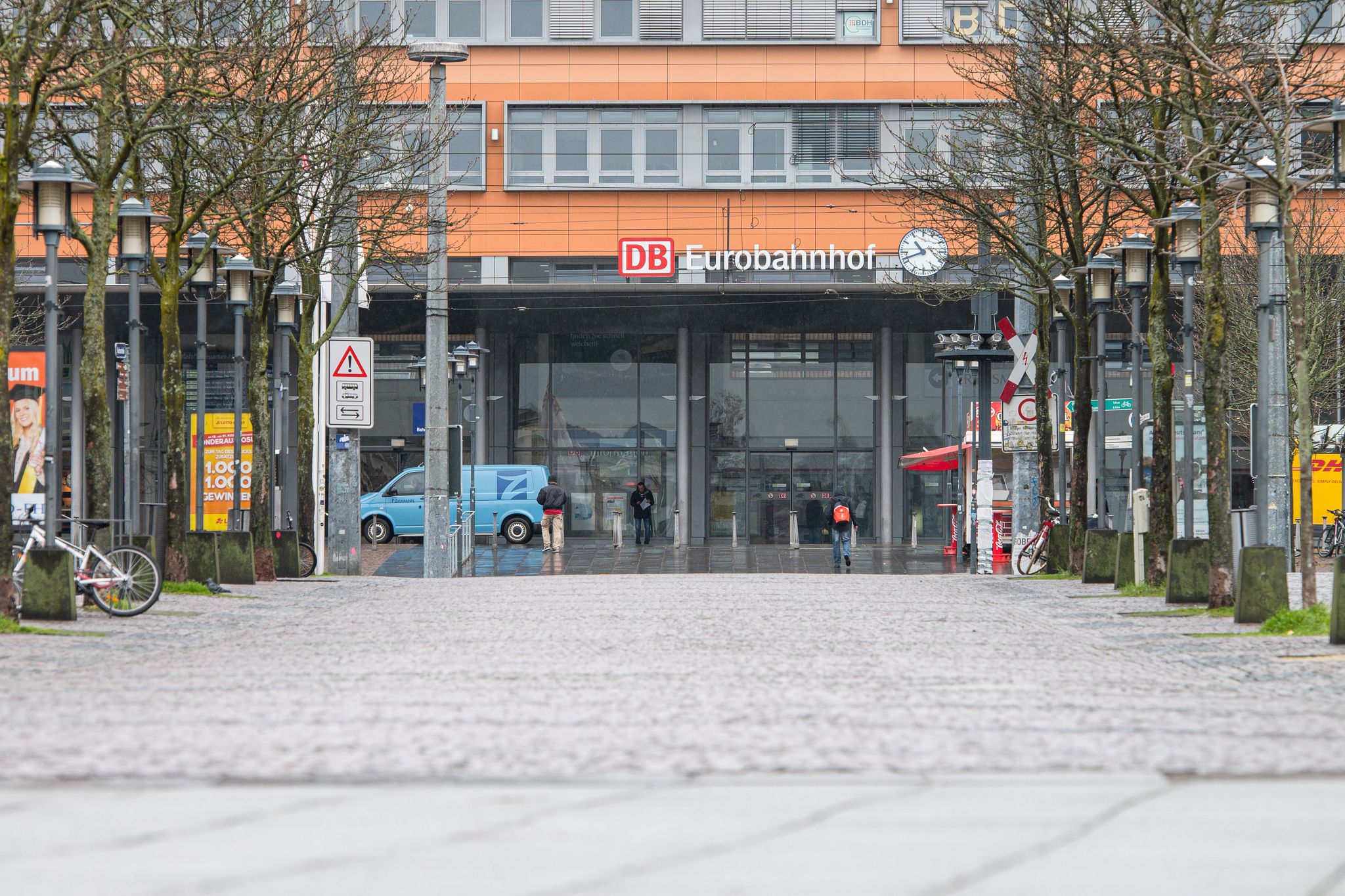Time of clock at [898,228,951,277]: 10:41
